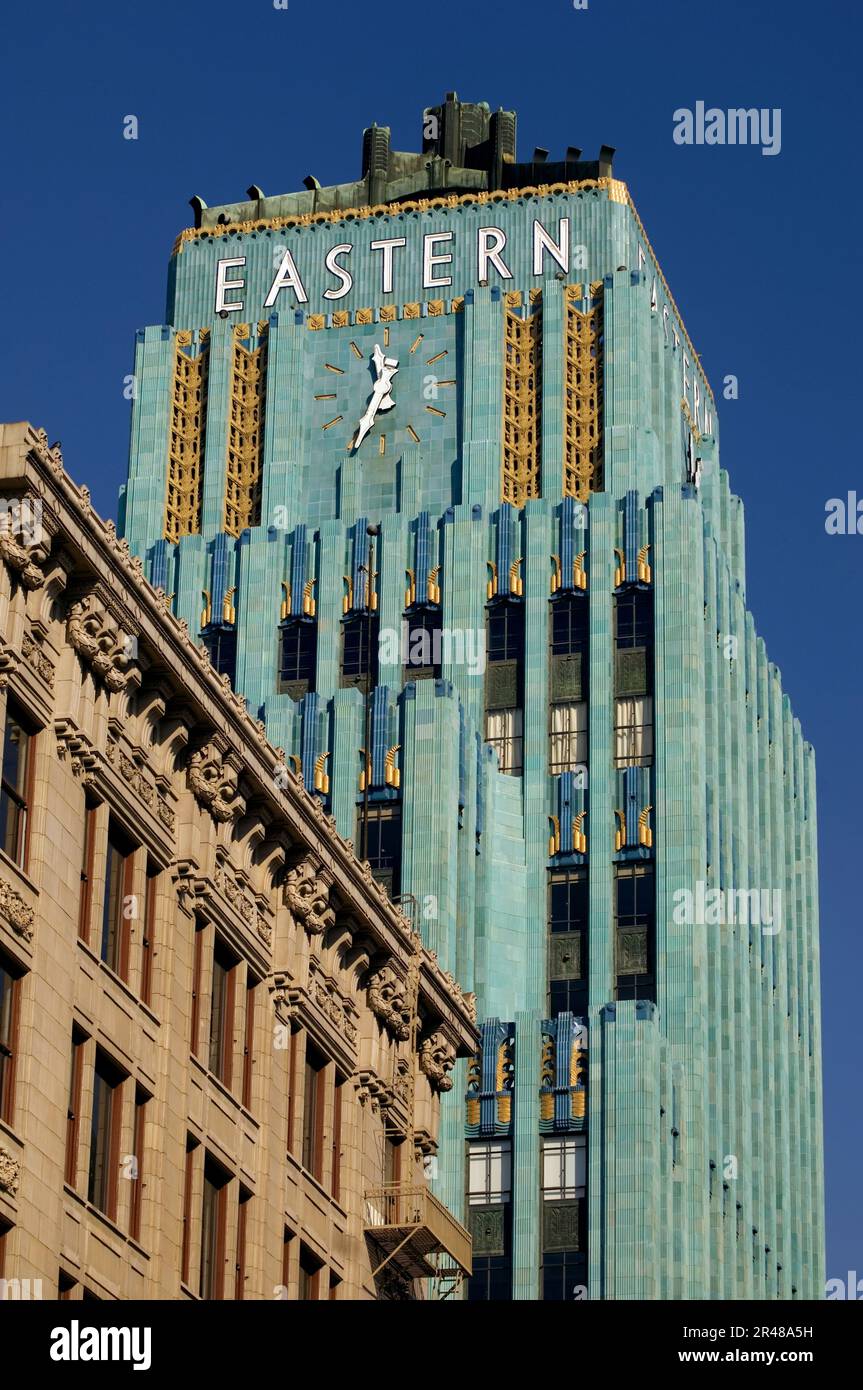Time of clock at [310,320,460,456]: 11:34
